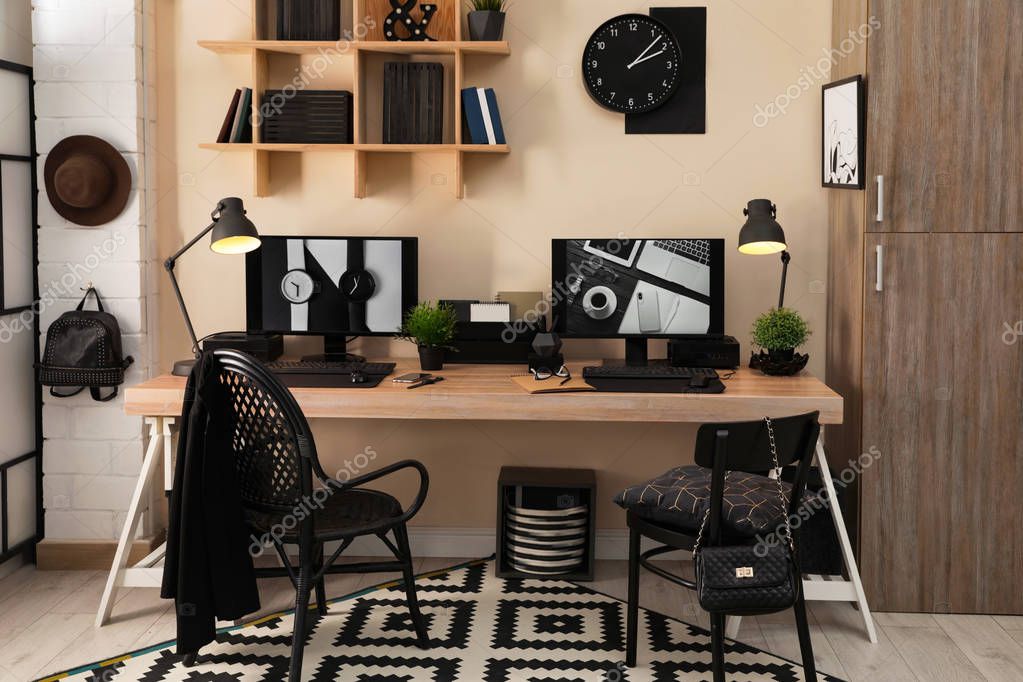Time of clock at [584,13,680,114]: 2:07
